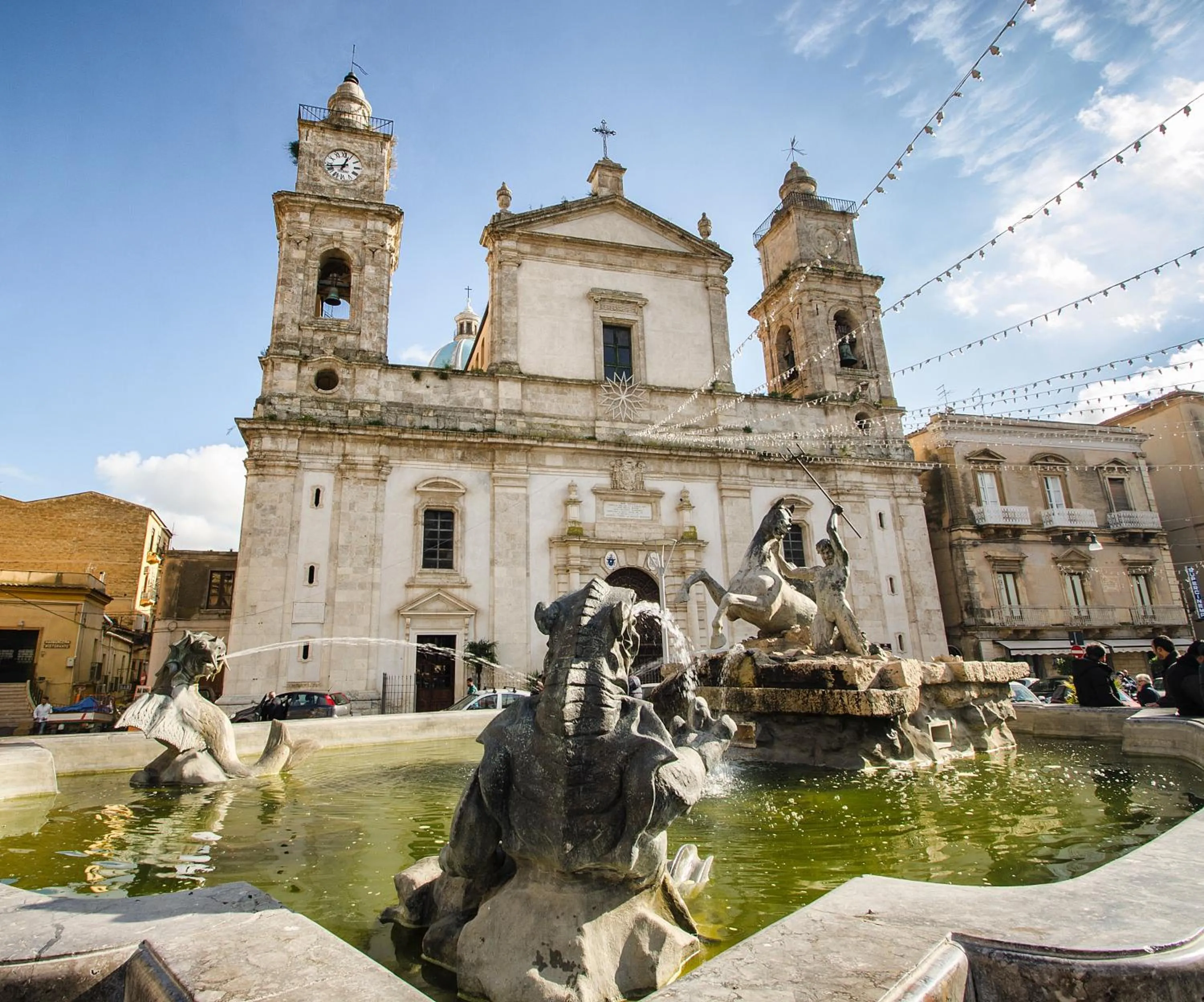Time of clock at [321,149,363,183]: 12:43
